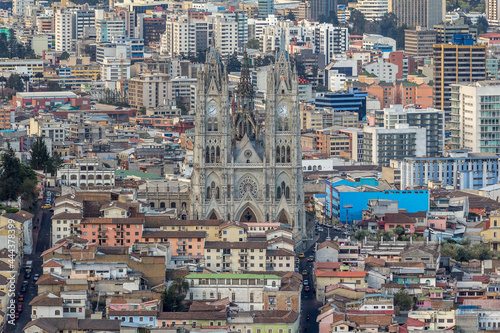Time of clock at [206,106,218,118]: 8:07
